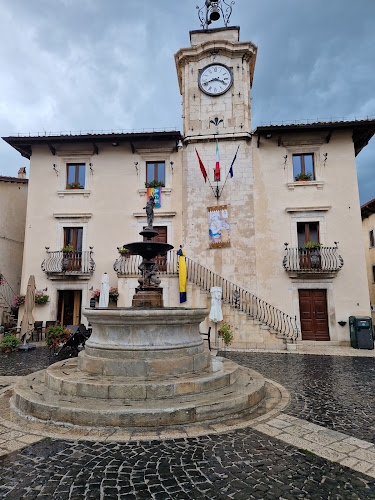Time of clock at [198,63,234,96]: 3:41
